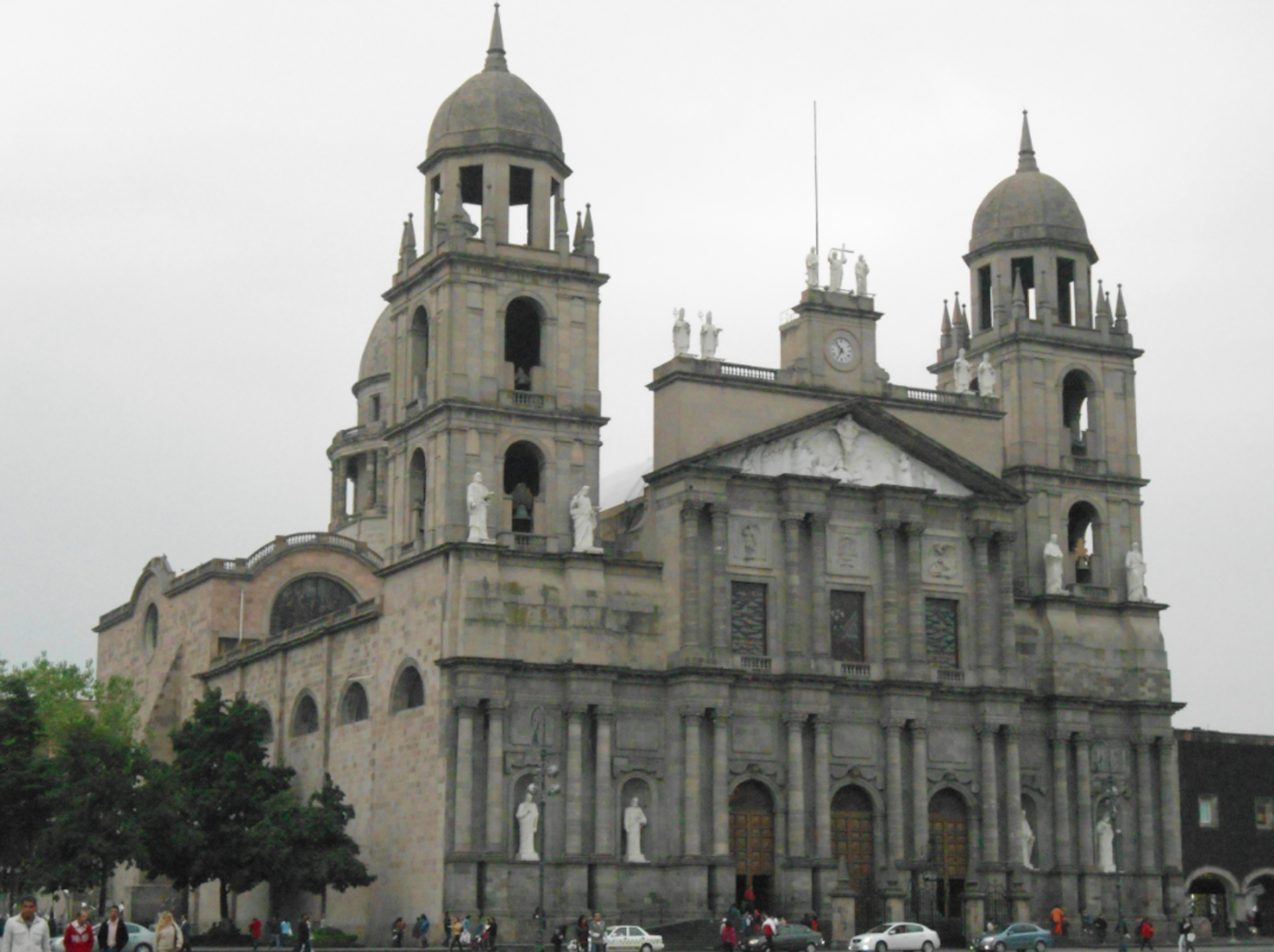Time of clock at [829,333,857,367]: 6:53
